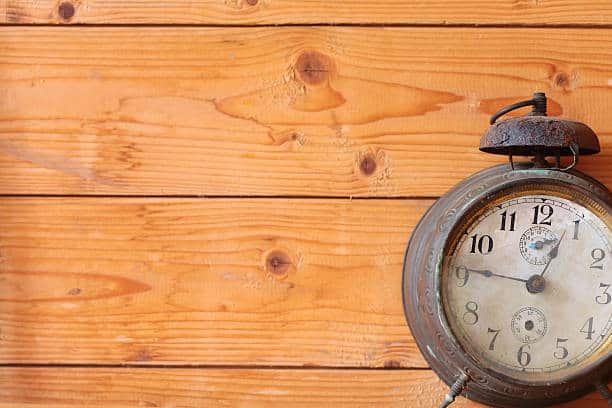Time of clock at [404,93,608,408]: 12:46
